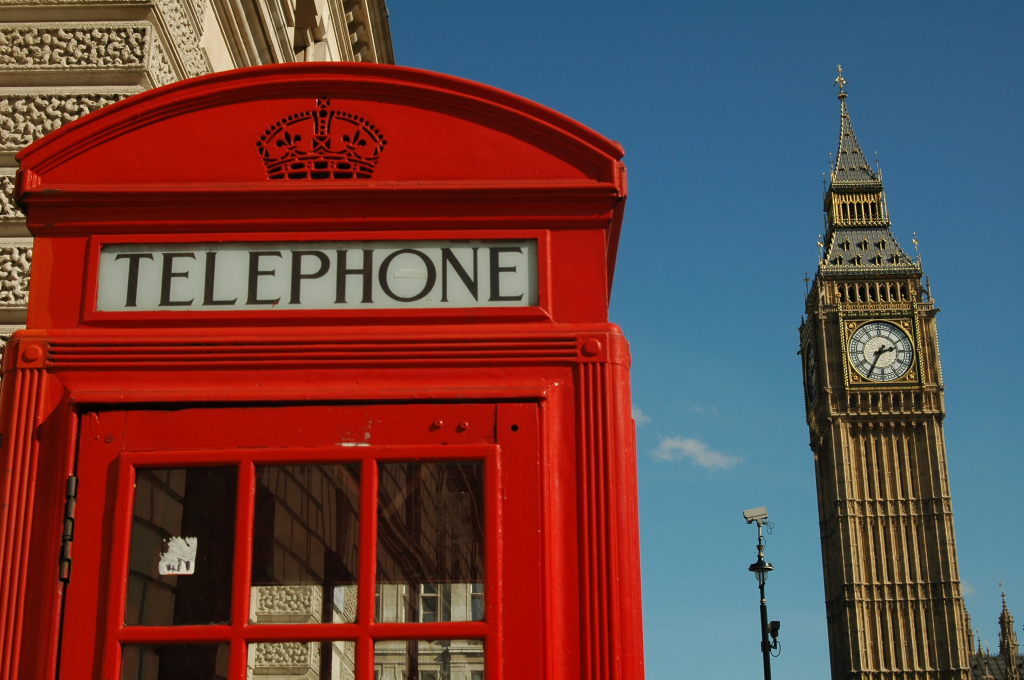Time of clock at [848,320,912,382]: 2:35
